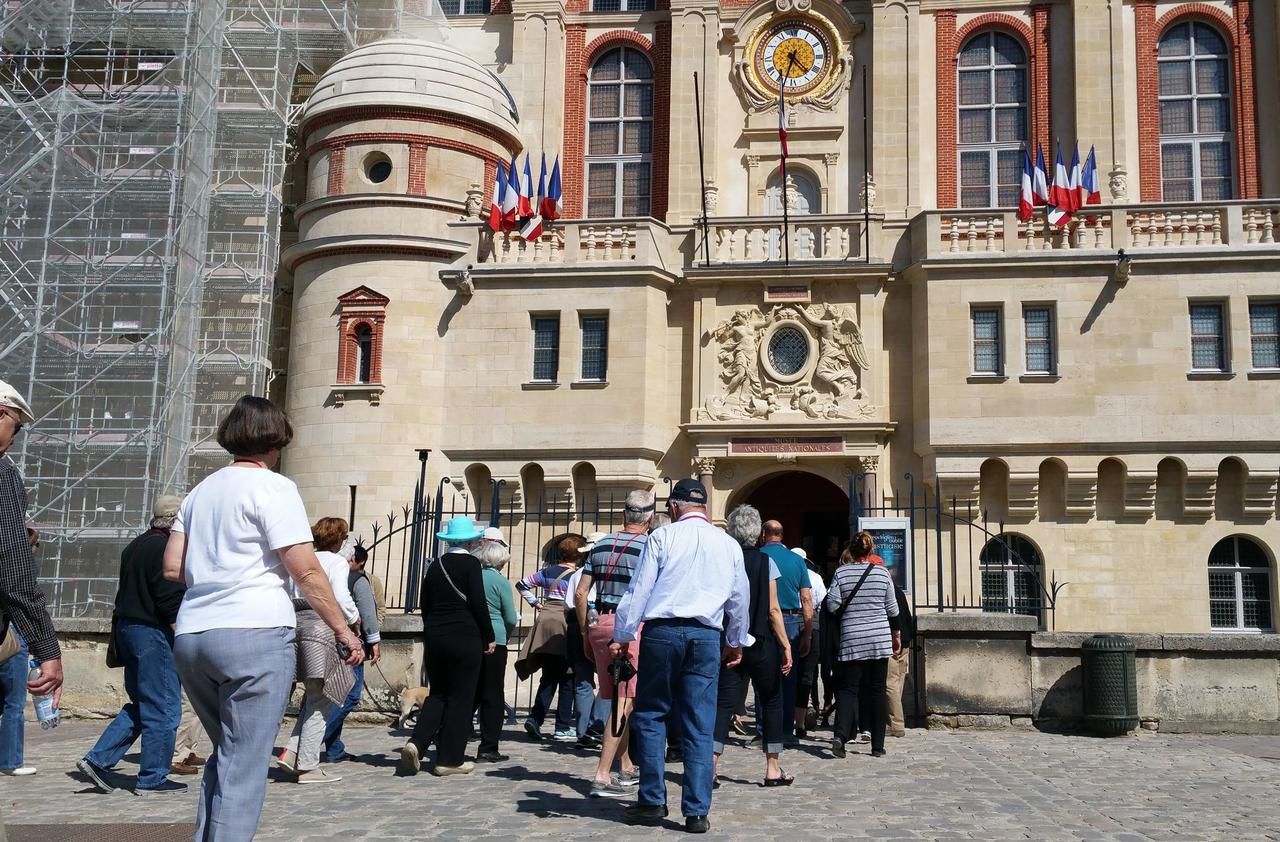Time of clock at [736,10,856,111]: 4:33
